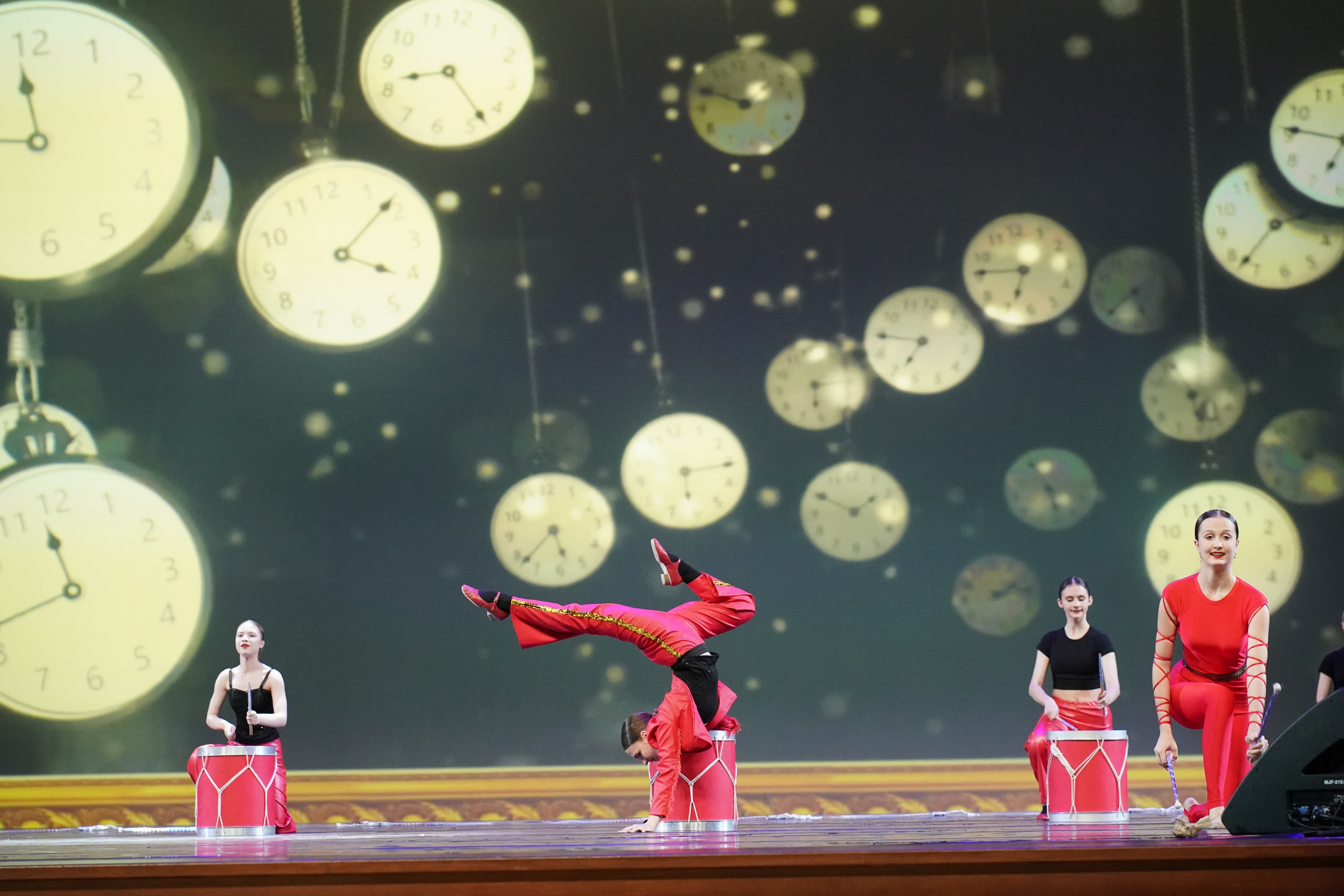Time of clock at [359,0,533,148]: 8:22
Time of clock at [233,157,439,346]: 4:08
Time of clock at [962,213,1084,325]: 6:46
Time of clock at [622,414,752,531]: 6:15
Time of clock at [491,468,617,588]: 5:38
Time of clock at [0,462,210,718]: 11:42
